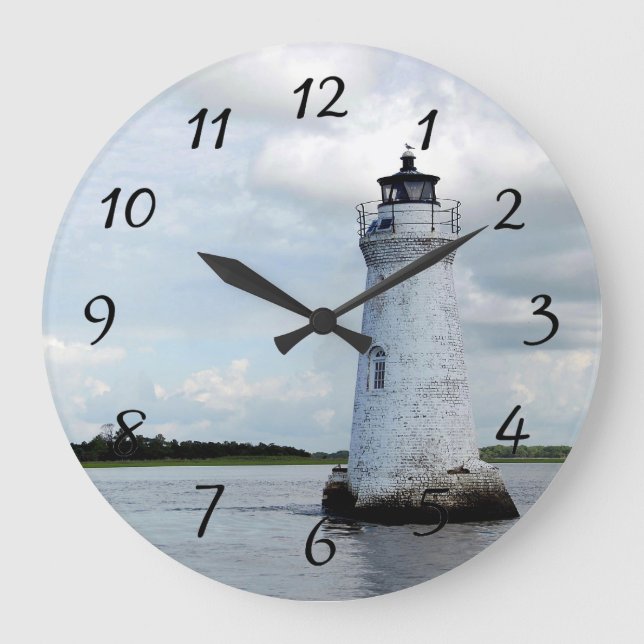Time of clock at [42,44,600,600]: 10:05
